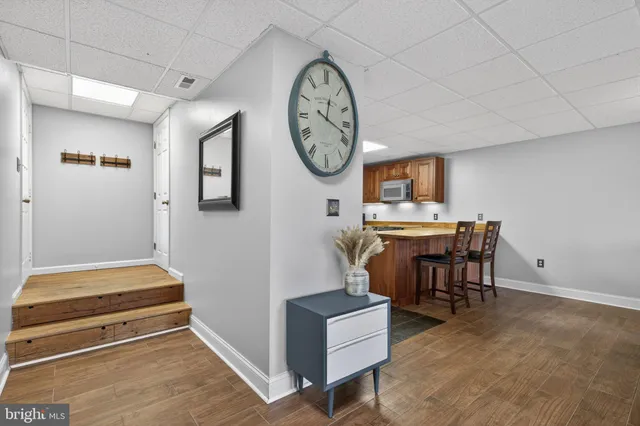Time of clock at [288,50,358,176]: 12:18
